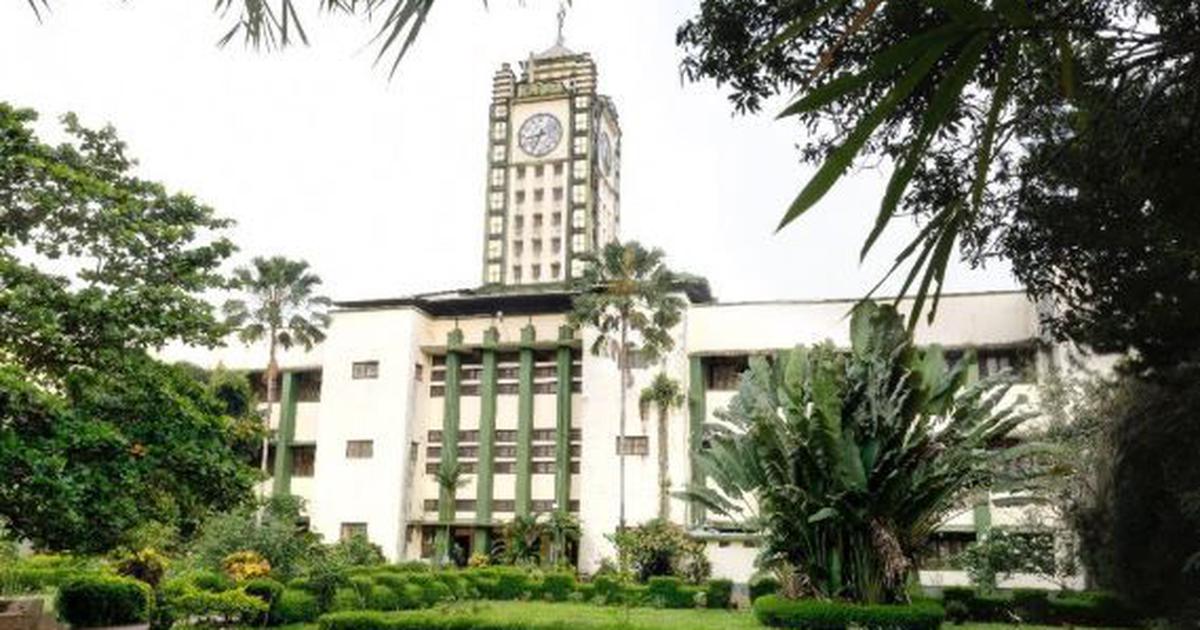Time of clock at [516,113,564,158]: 8:34
